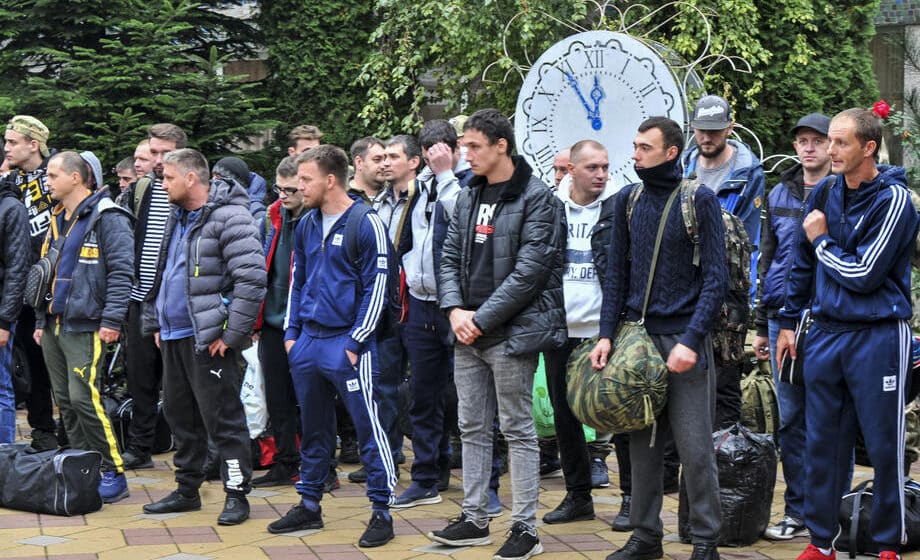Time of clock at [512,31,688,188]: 11:54
